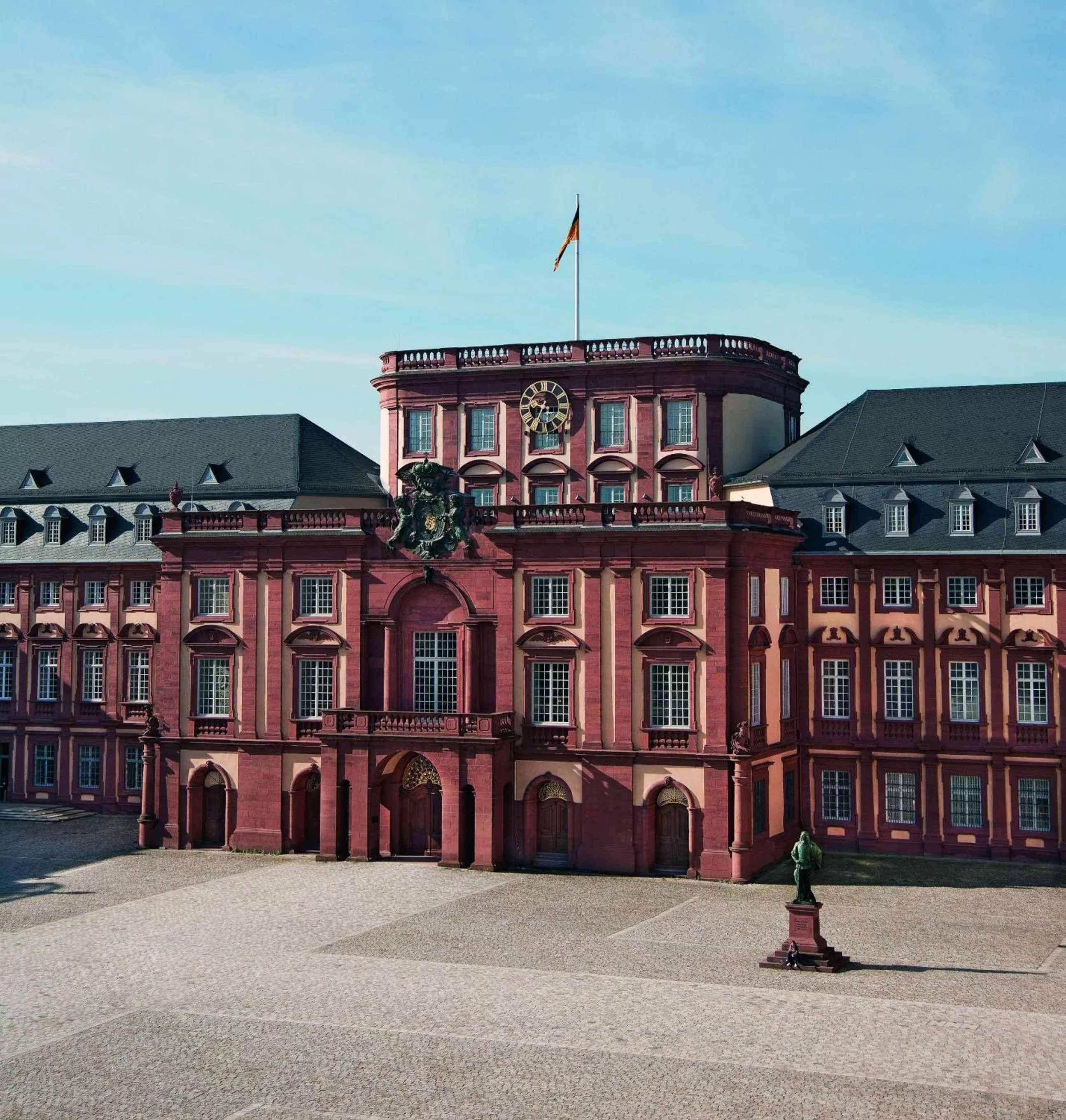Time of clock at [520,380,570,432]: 9:34
